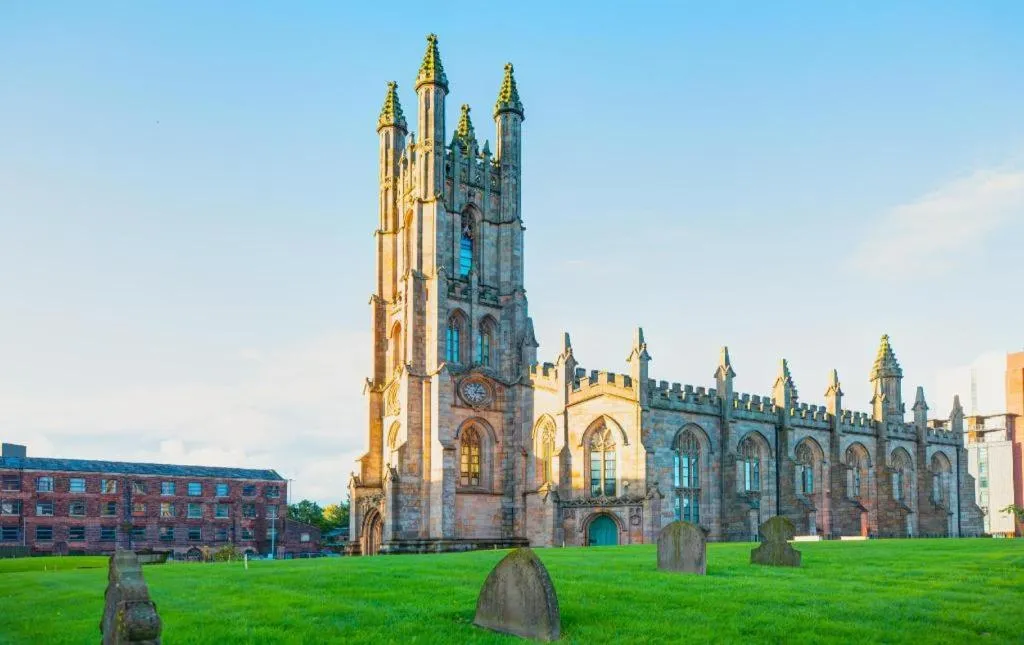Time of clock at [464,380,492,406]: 3:04
